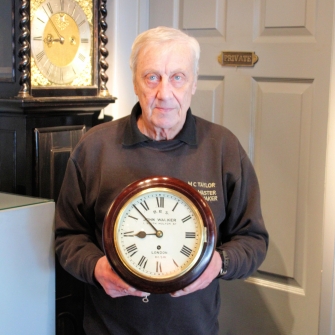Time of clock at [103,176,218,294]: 8:52
